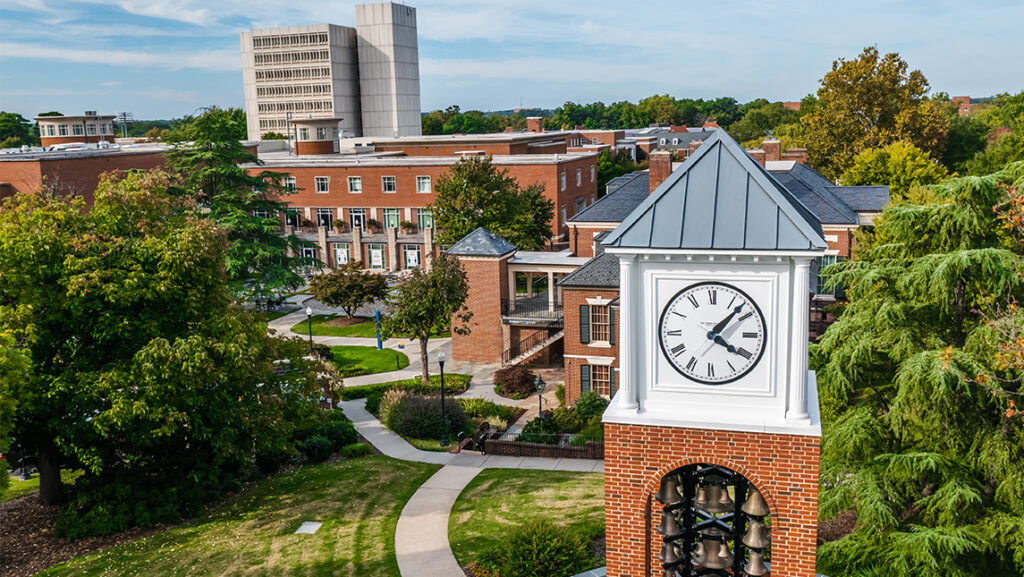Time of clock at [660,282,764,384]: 4:07
